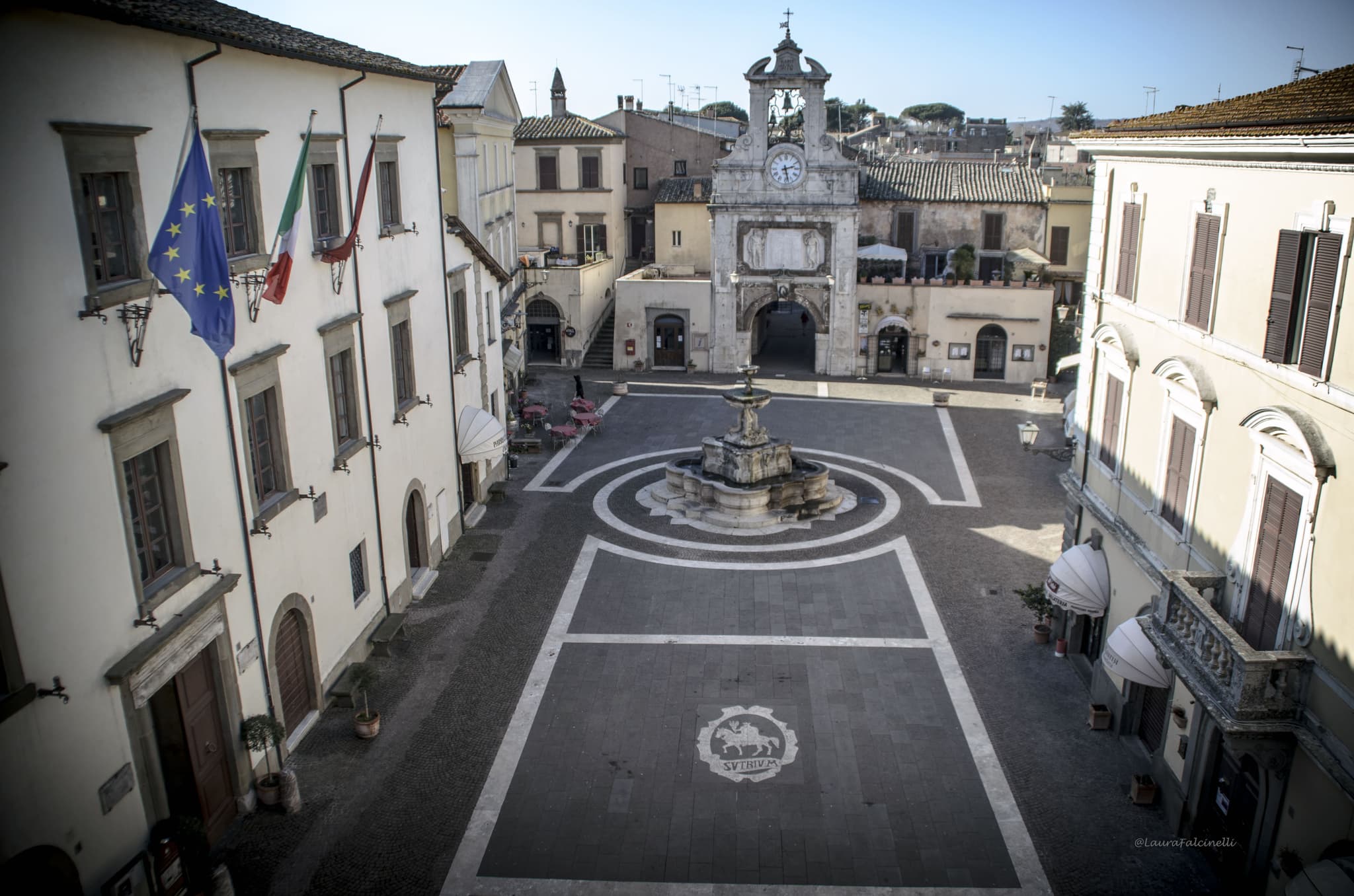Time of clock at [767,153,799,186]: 2:27
